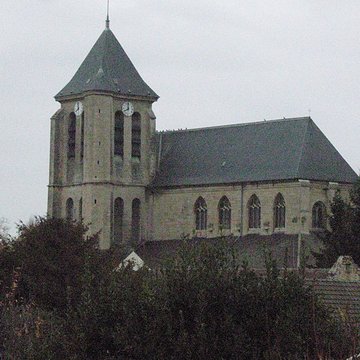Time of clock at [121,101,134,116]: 7:59
